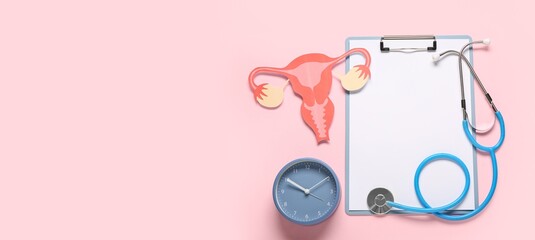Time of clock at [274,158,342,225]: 9:50
